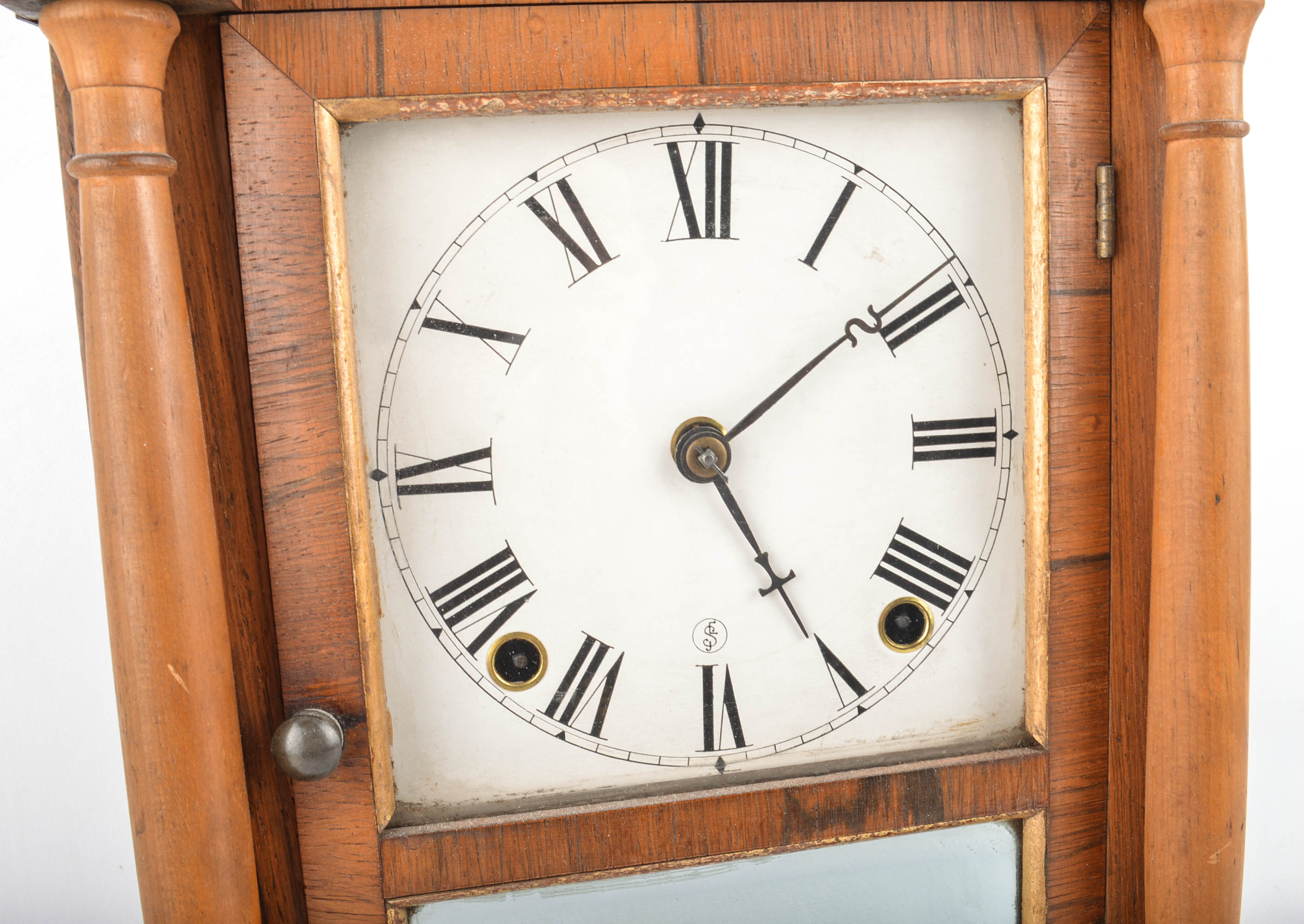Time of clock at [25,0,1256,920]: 5:08
